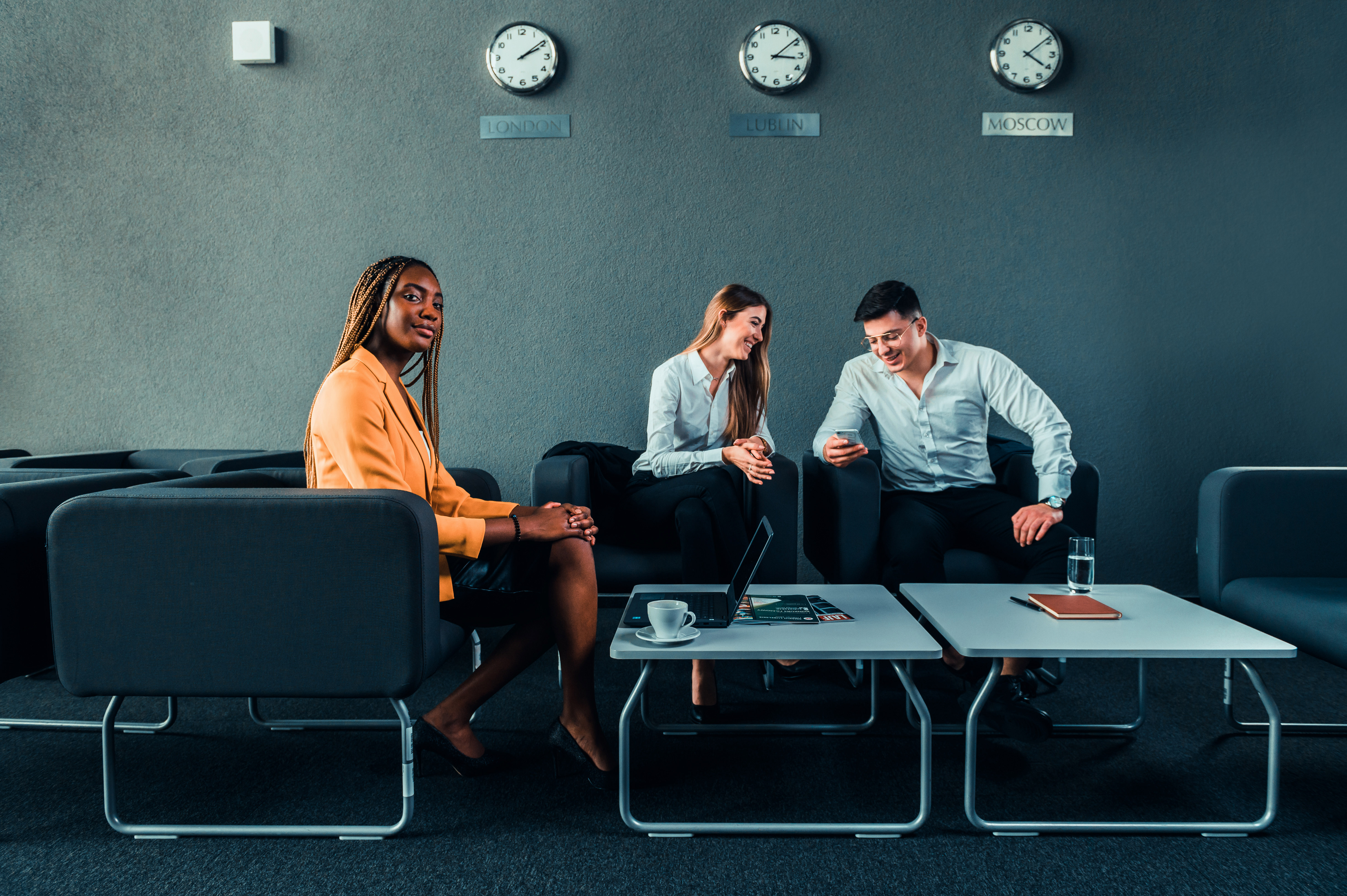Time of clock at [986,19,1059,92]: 4:08
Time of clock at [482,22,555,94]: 2:09
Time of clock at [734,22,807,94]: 3:09
